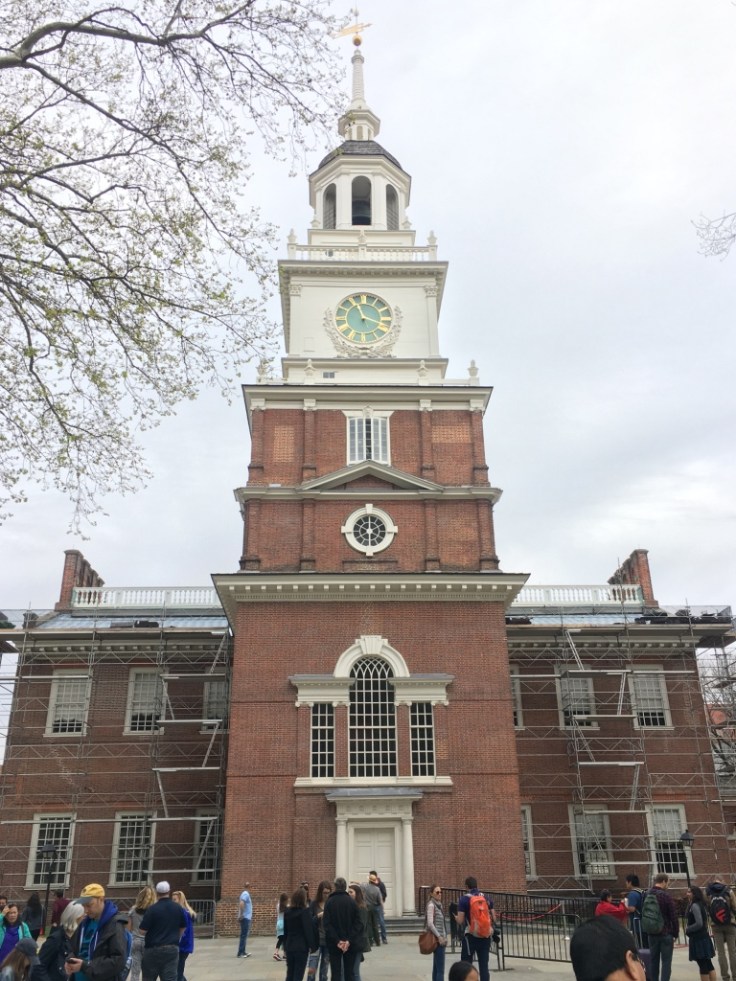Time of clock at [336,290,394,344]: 11:18
